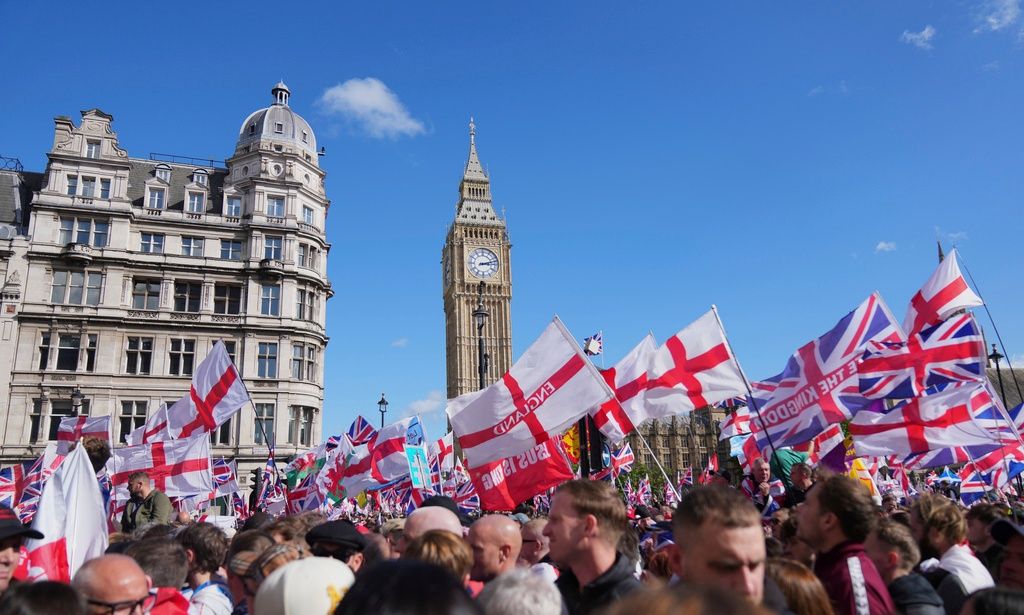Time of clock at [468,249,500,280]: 3:12
